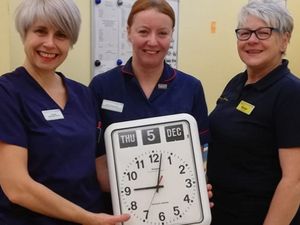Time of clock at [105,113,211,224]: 9:02
